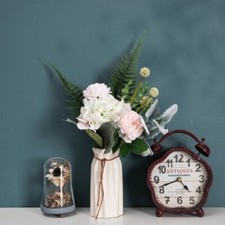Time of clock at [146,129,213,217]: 4:41
